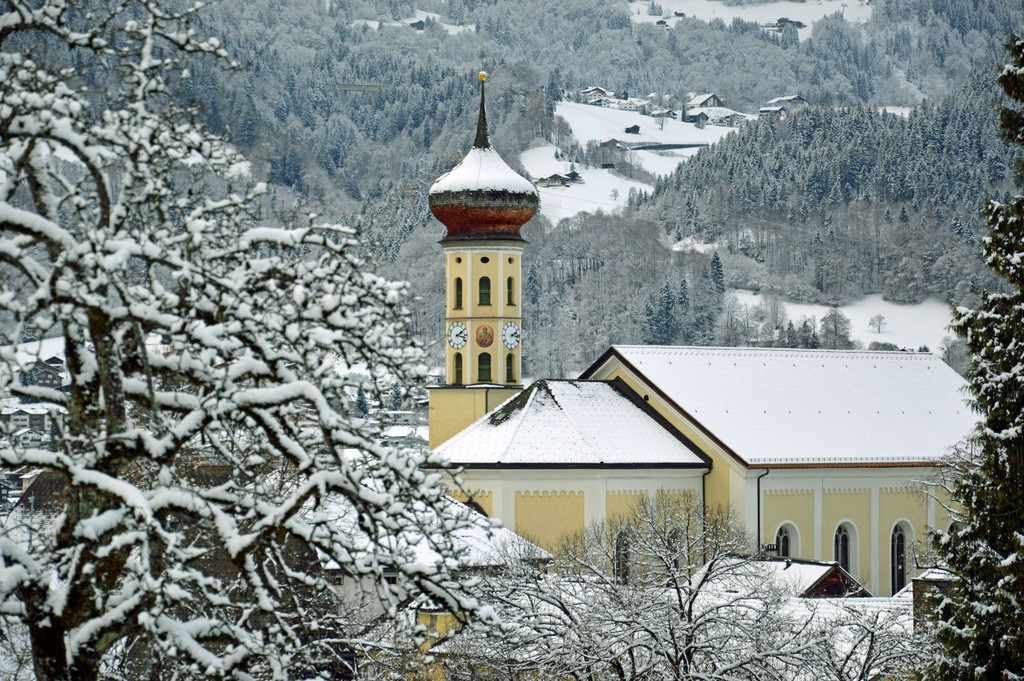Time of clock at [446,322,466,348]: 2:17
